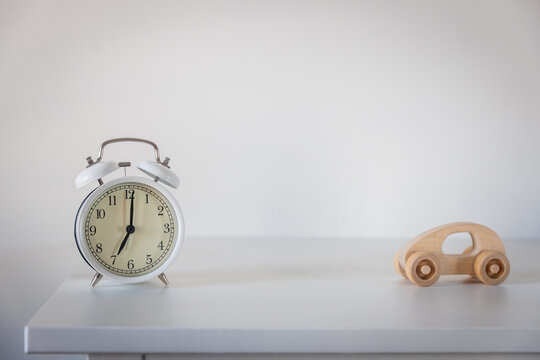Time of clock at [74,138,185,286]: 7:01
